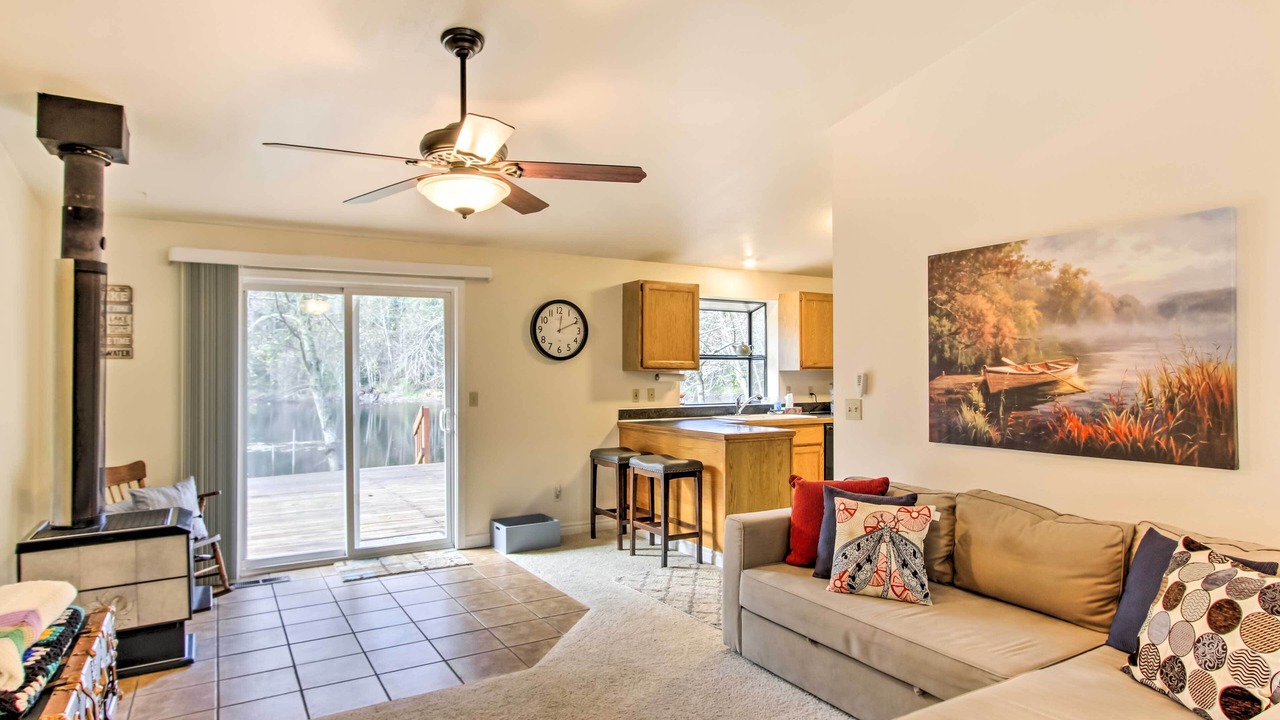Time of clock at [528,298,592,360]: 12:10
